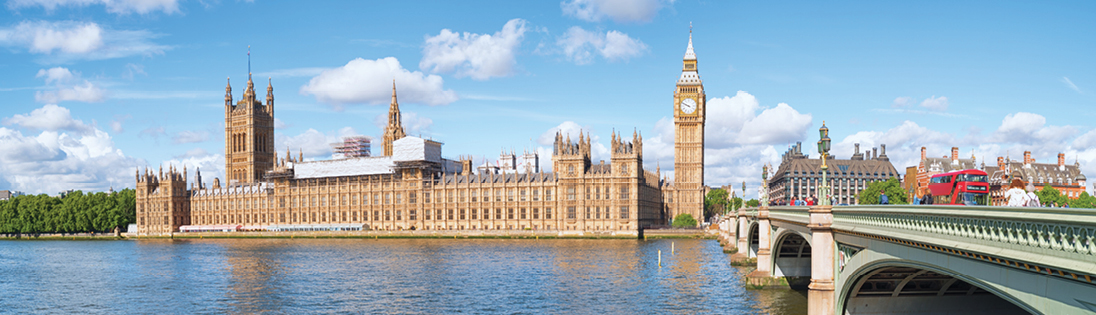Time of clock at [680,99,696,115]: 9:49
